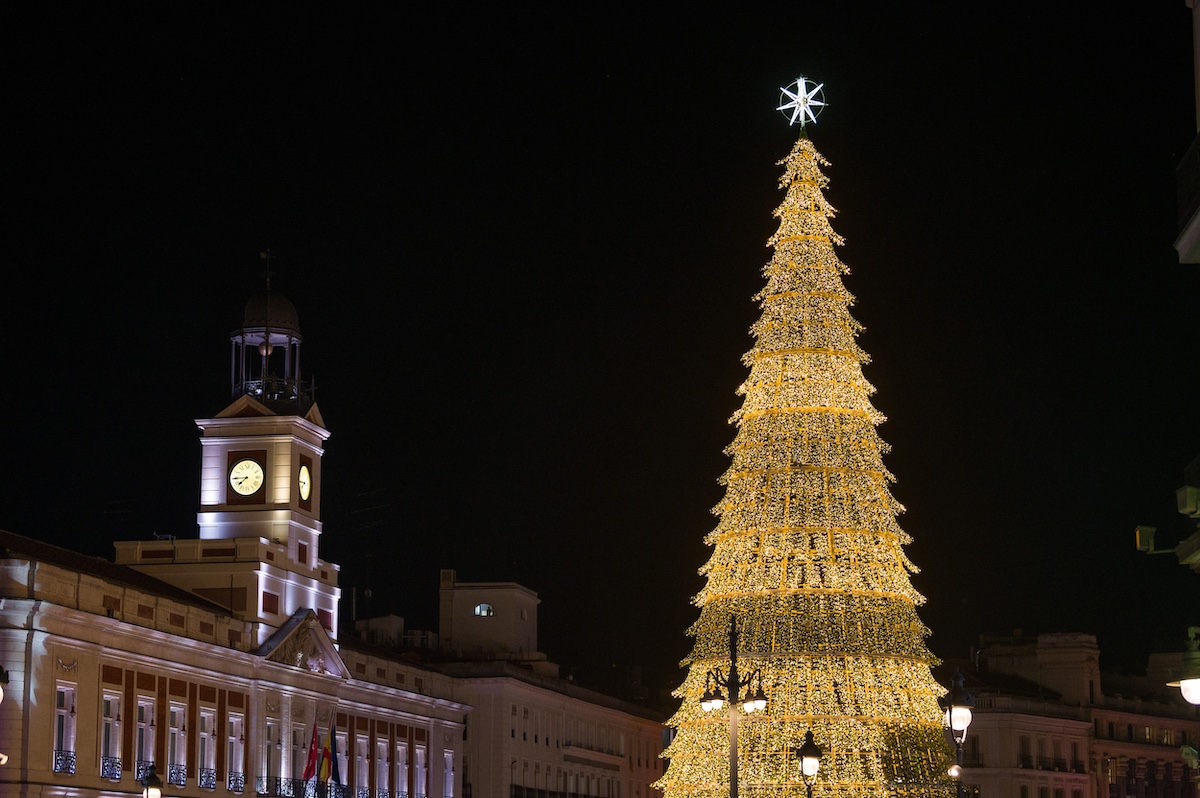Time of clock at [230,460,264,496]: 7:44
